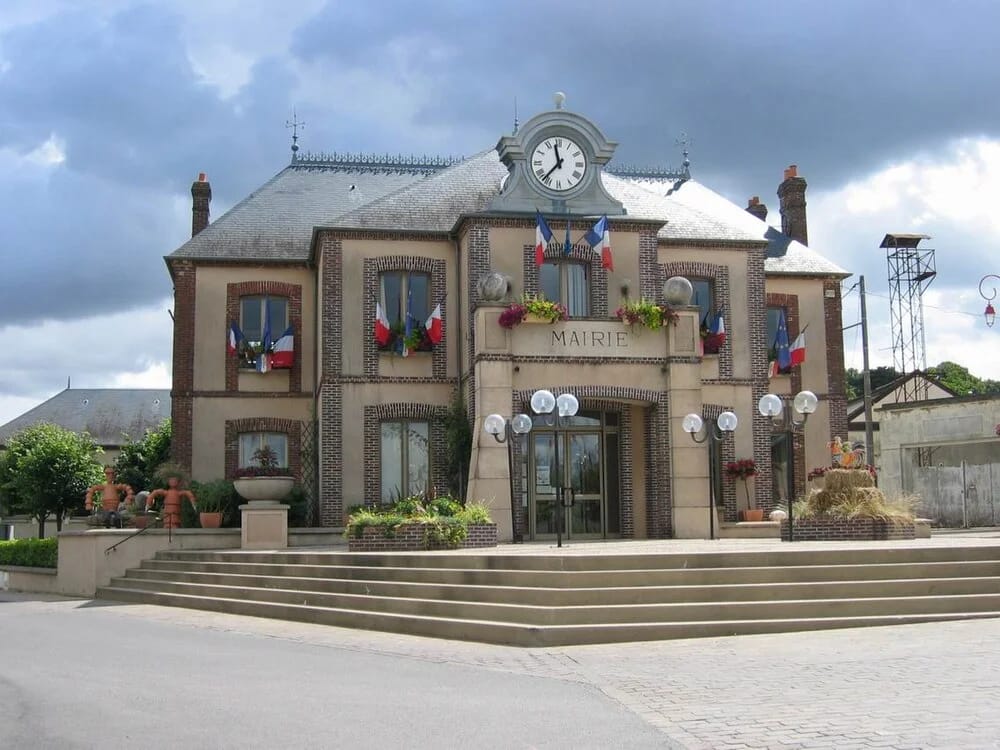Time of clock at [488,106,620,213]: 11:36
